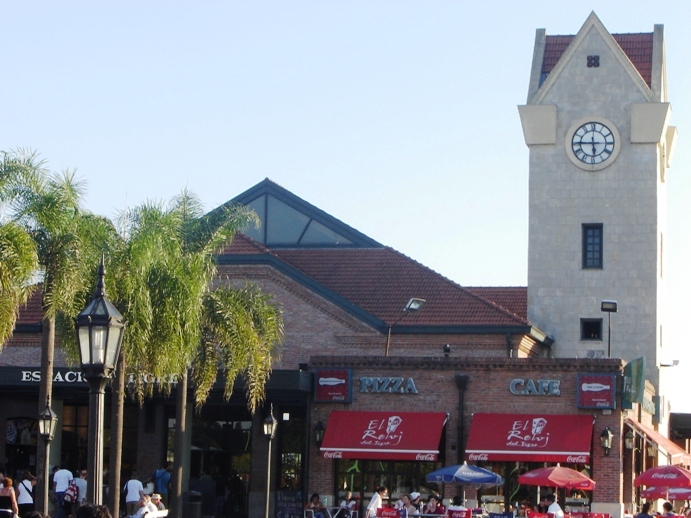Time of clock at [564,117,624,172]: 5:45
